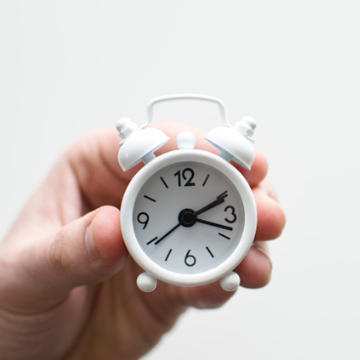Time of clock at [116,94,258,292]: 2:18
